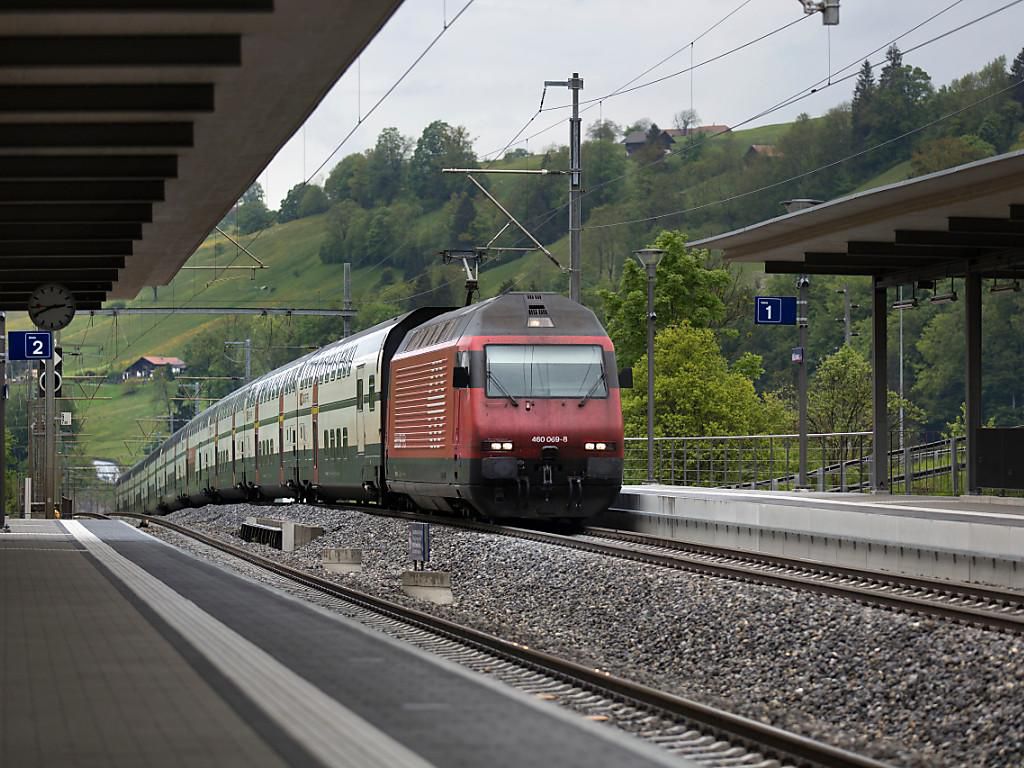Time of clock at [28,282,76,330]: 2:40
